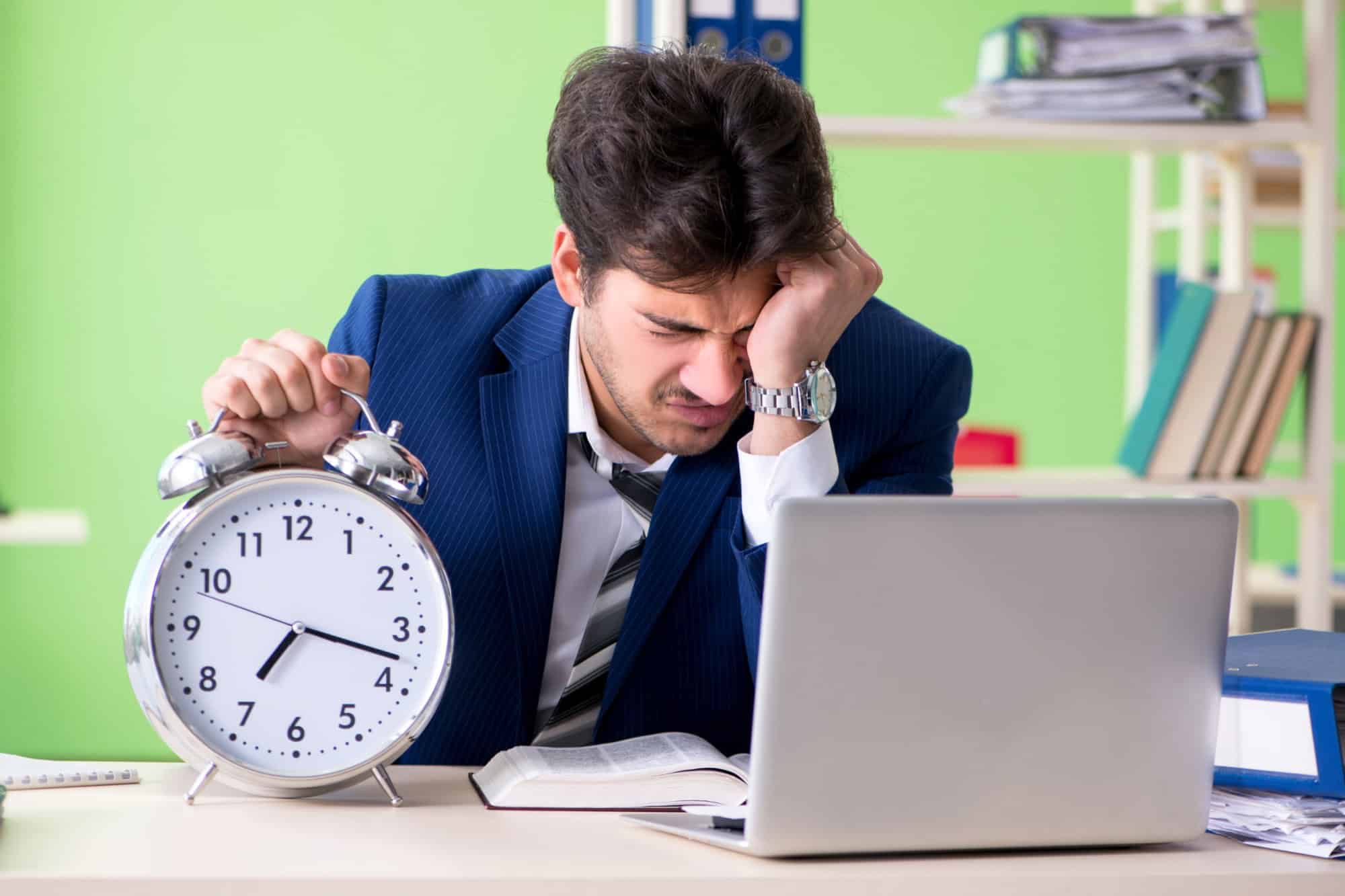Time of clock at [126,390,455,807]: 7:17
